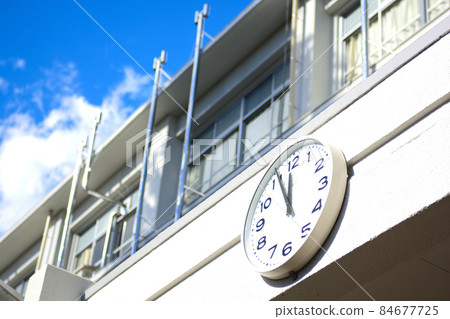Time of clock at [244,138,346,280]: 11:55
